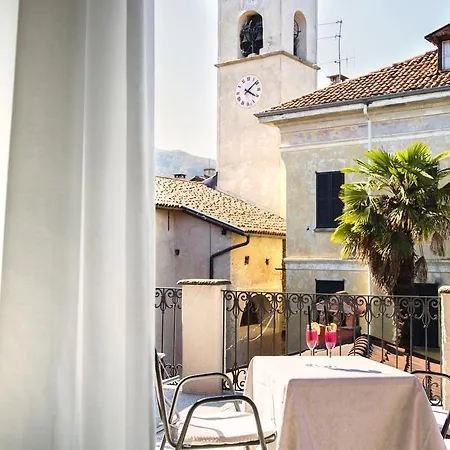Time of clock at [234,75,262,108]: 4:08
